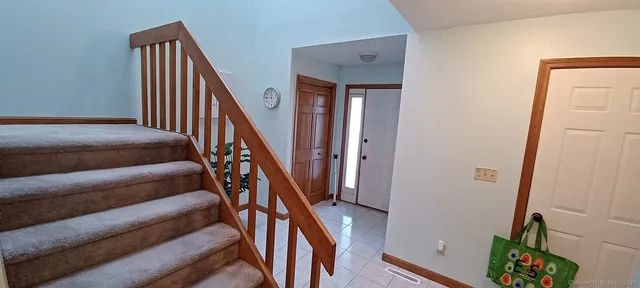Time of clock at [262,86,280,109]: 11:45
